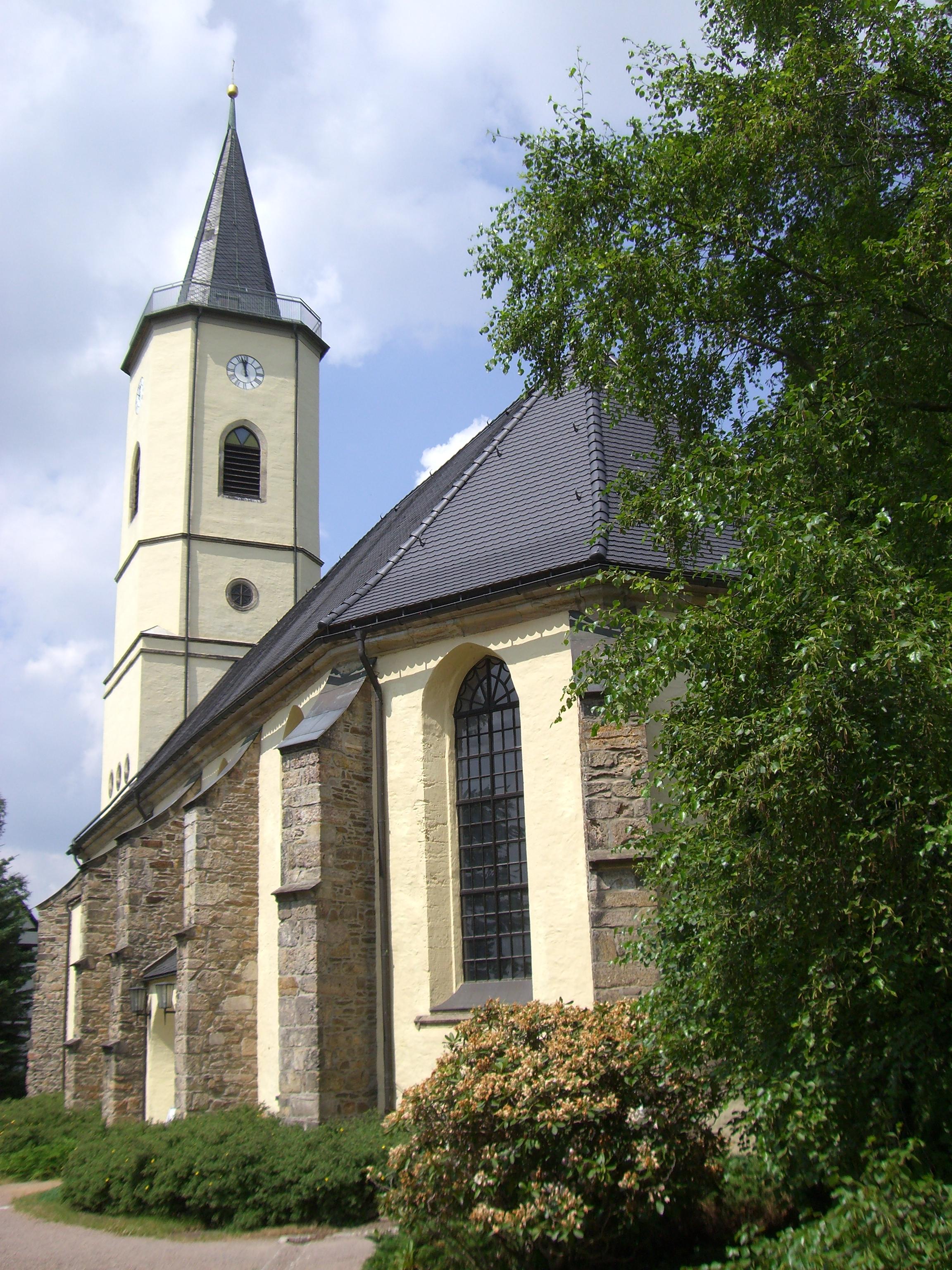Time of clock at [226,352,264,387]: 11:57
